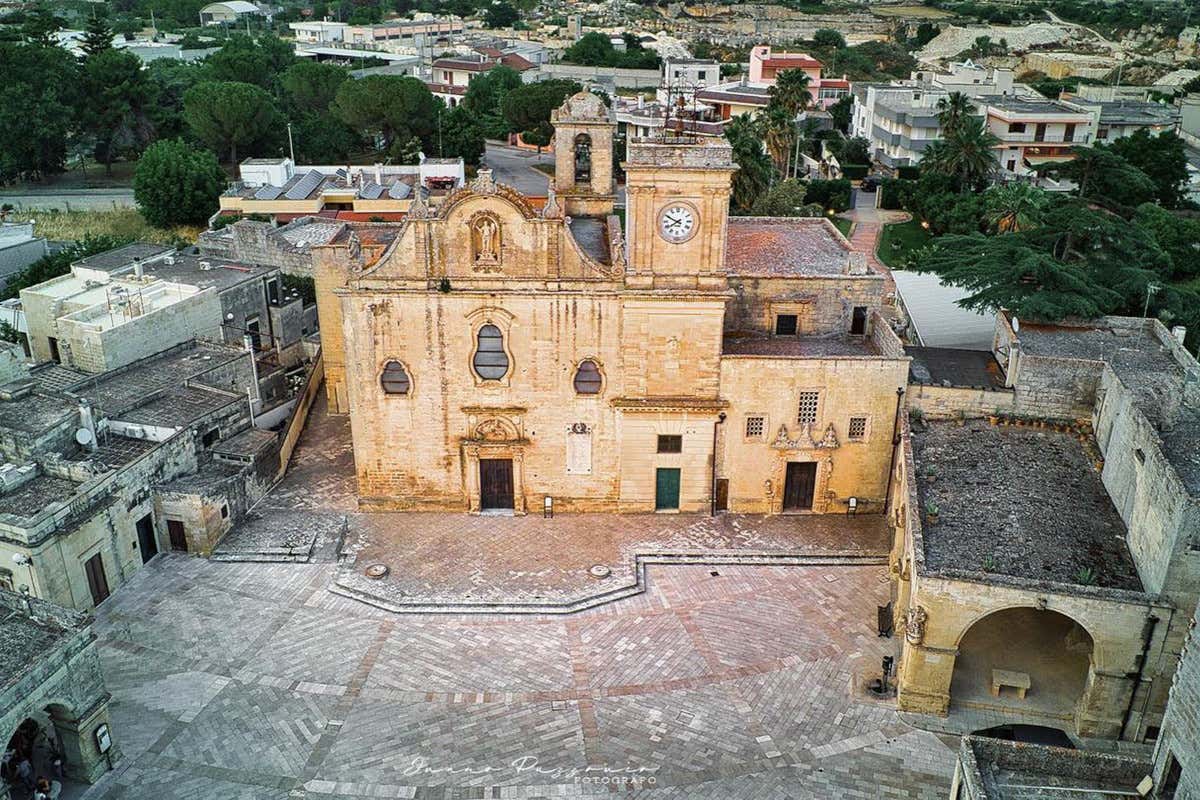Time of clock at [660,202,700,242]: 7:49
